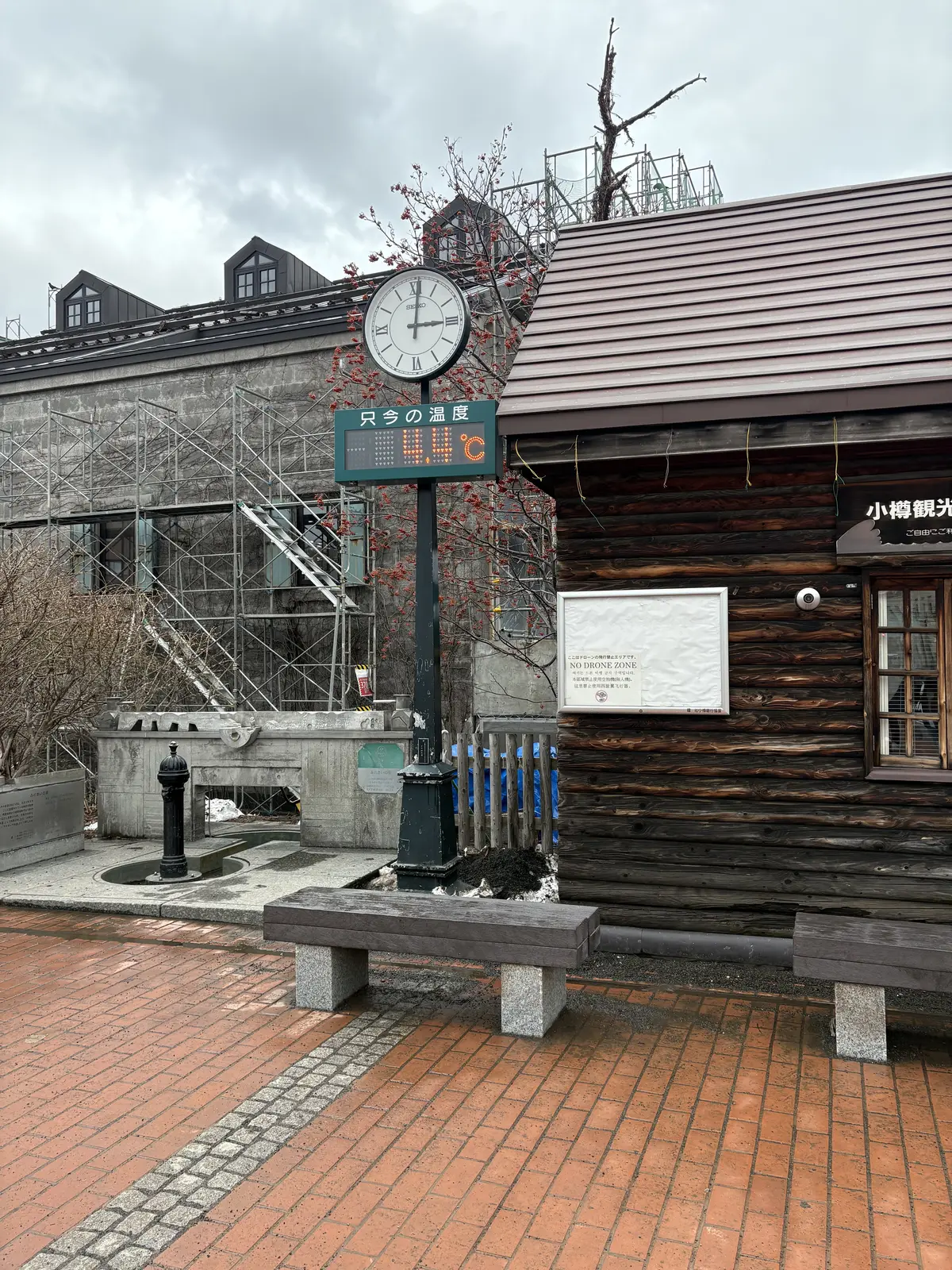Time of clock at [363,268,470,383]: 3:01
